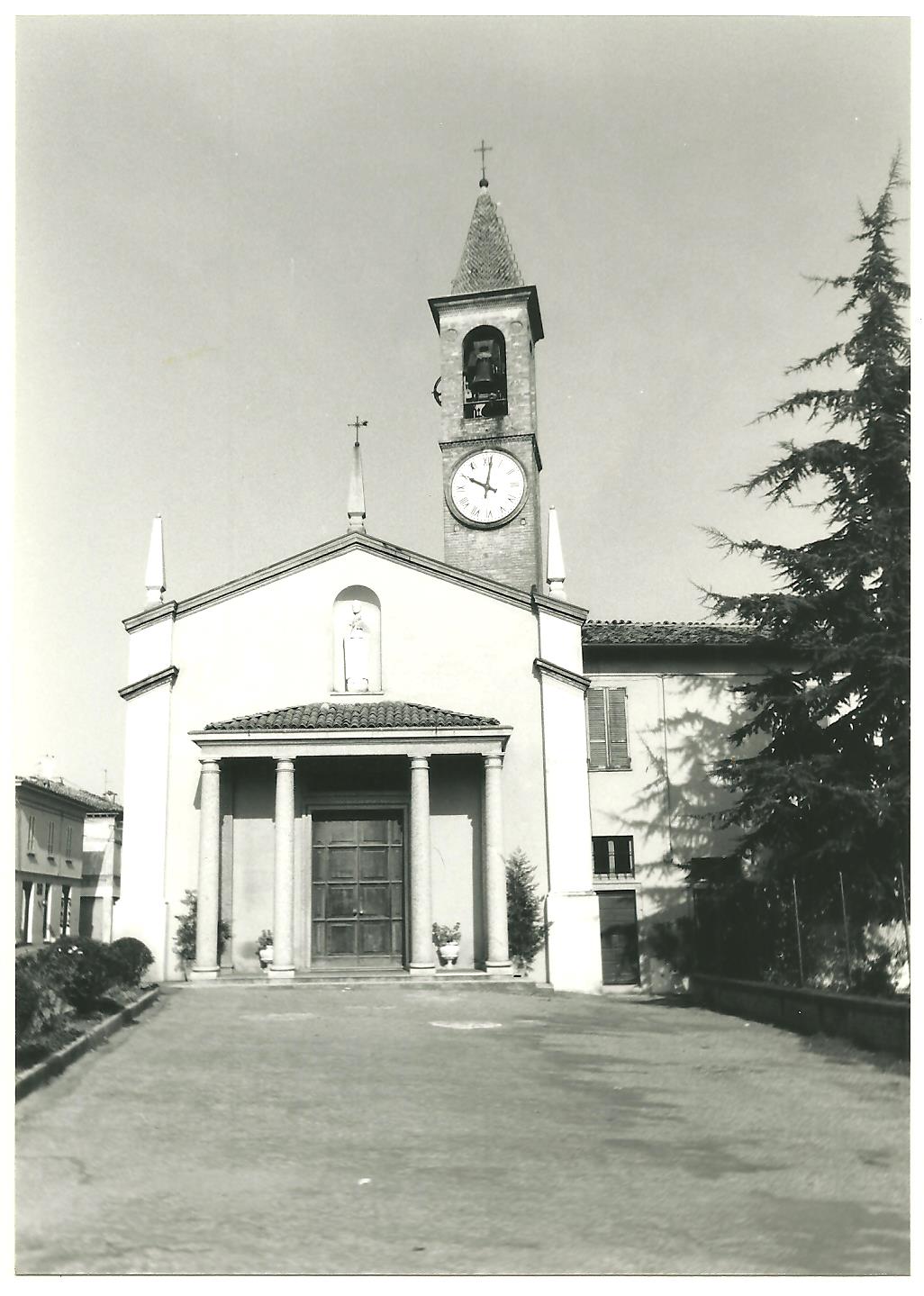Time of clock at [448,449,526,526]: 10:01
